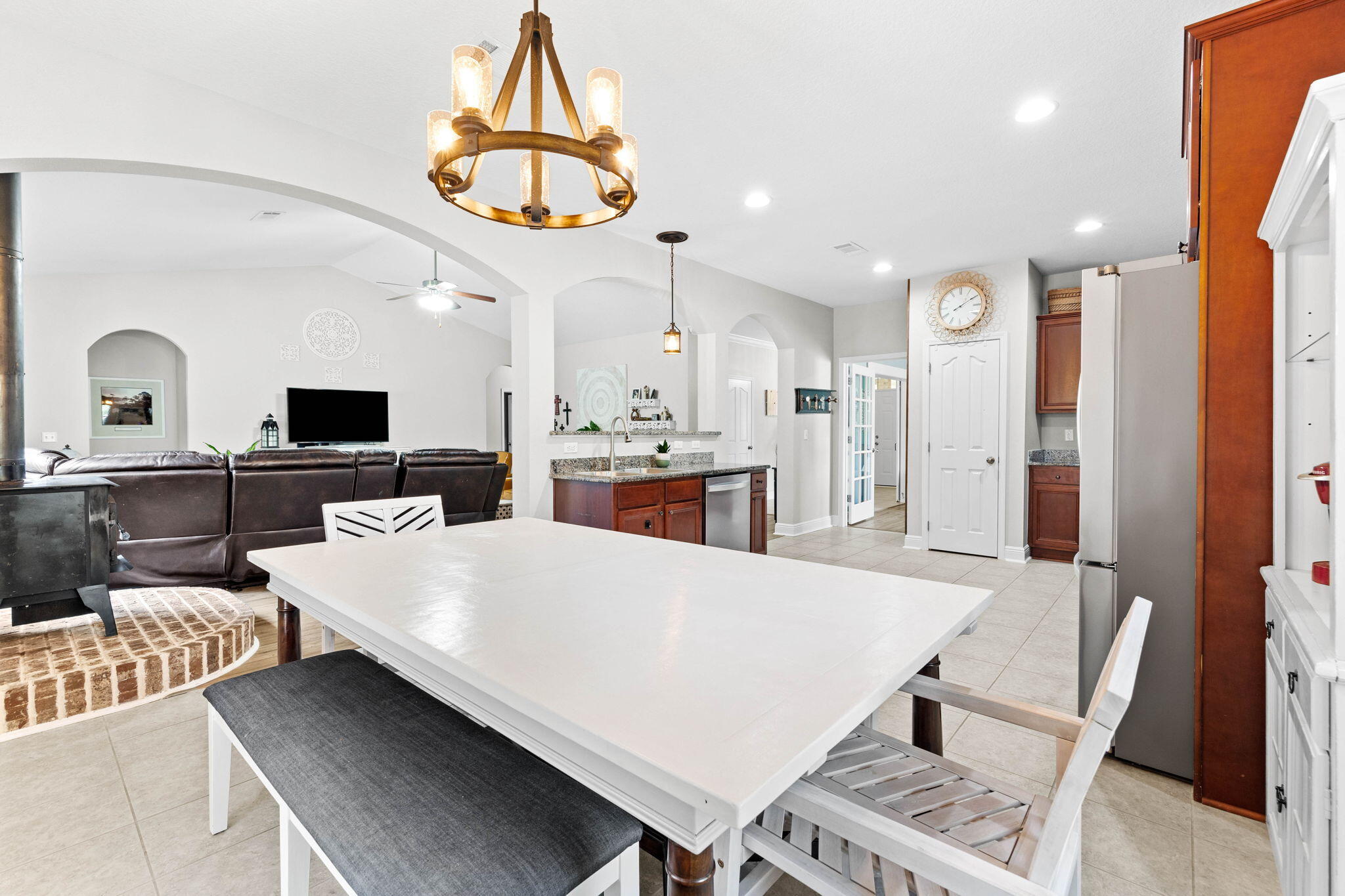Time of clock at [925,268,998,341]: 8:09
